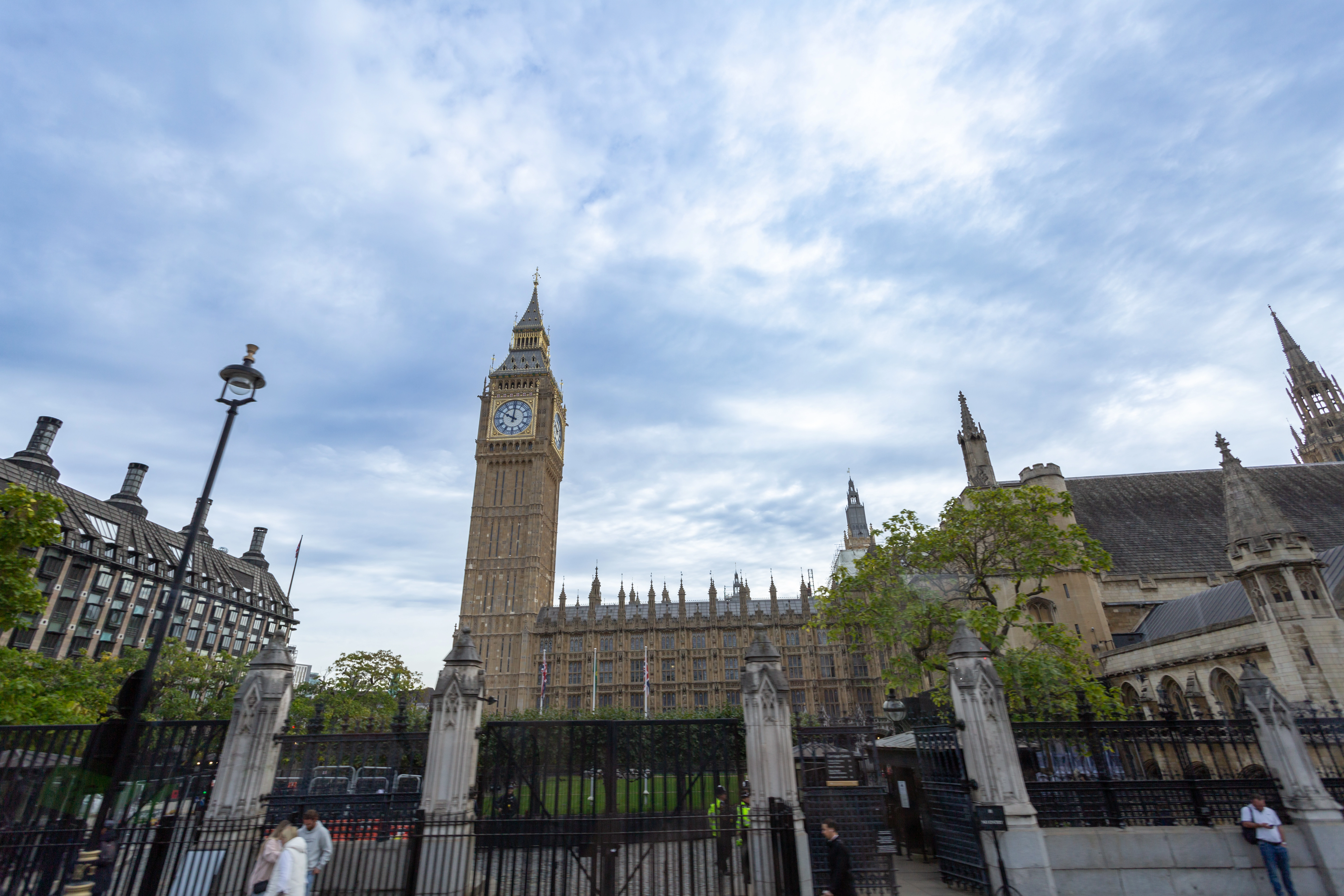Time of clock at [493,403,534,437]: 10:00
